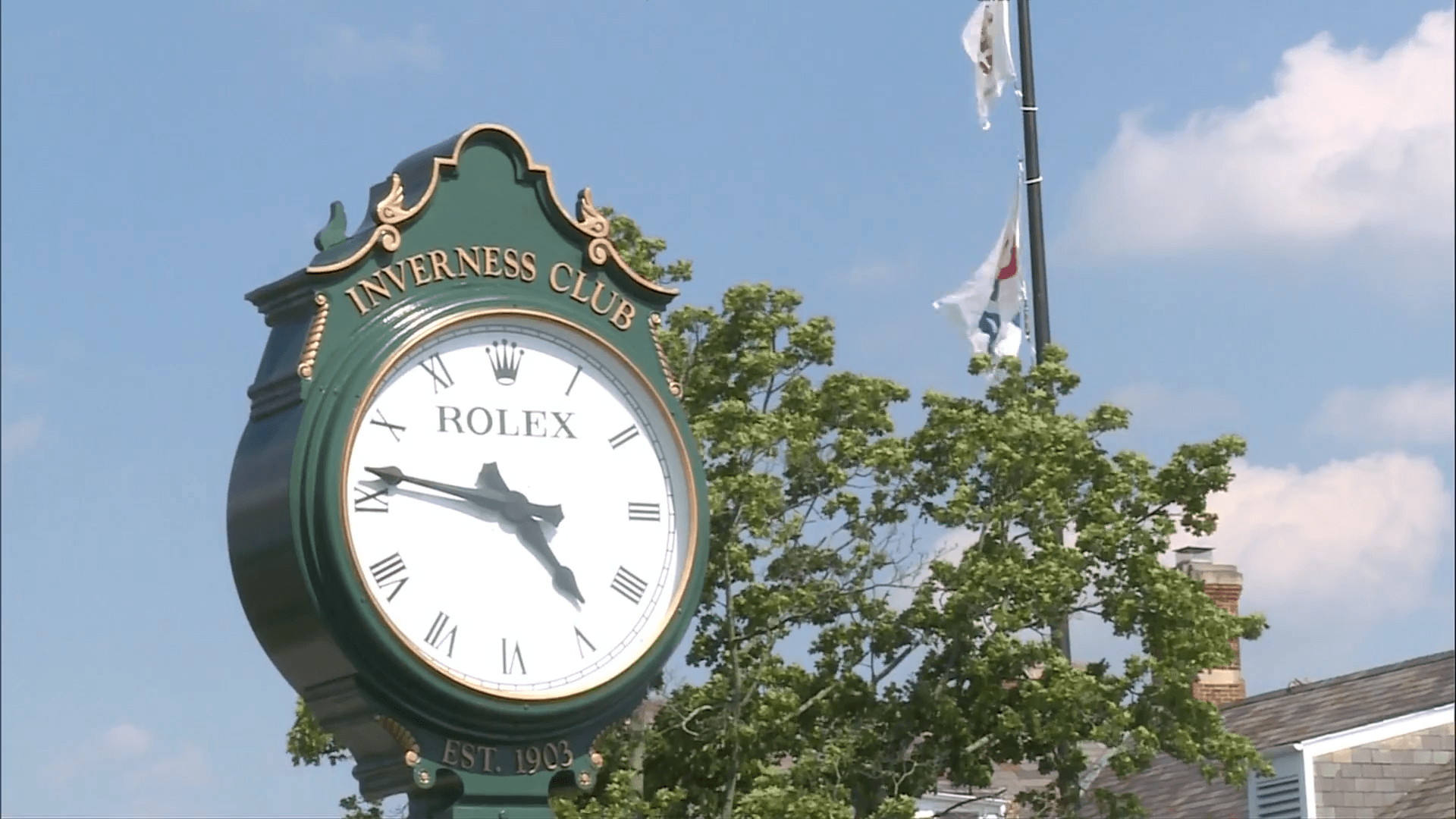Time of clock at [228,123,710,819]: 4:46
